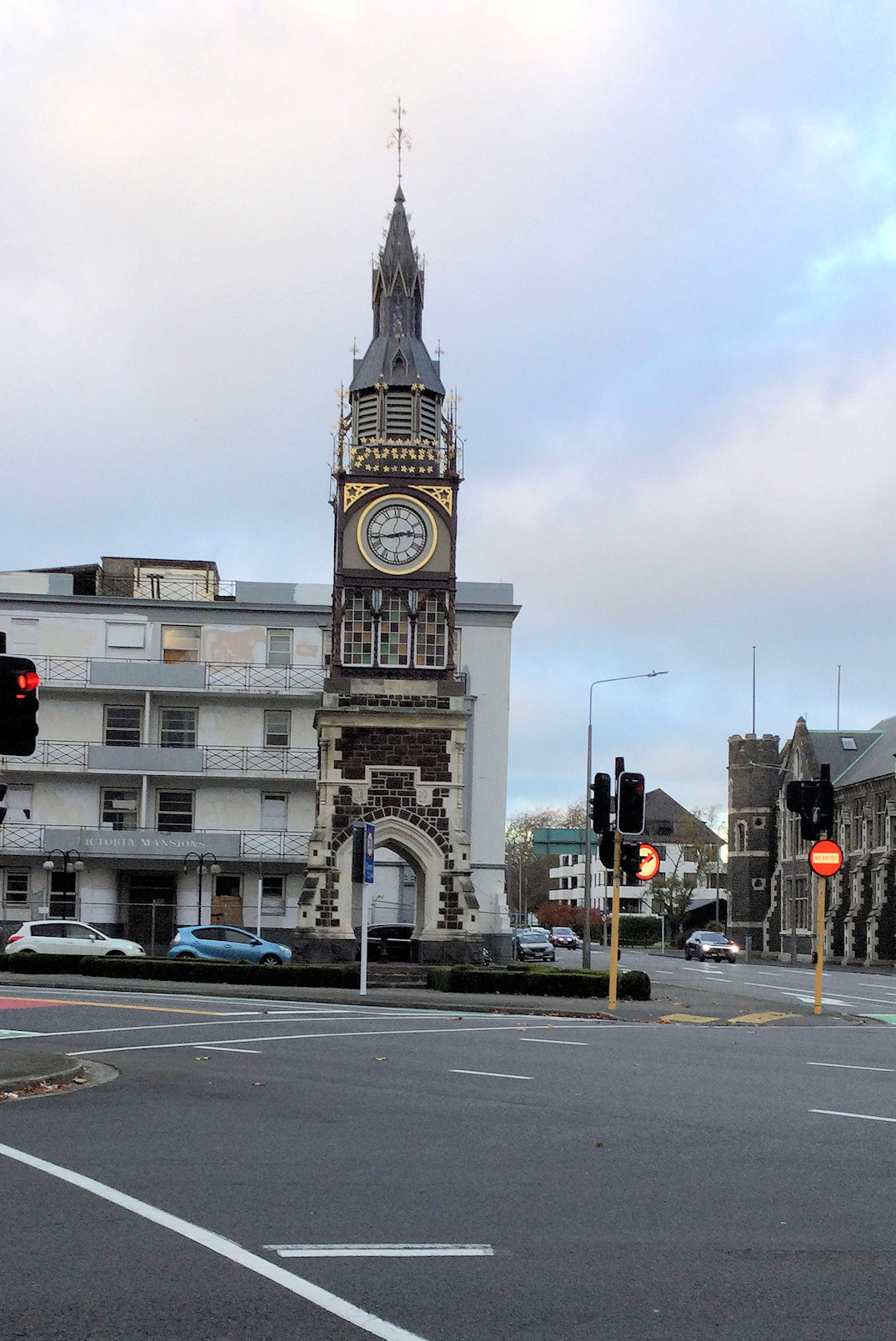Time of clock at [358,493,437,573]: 2:43
